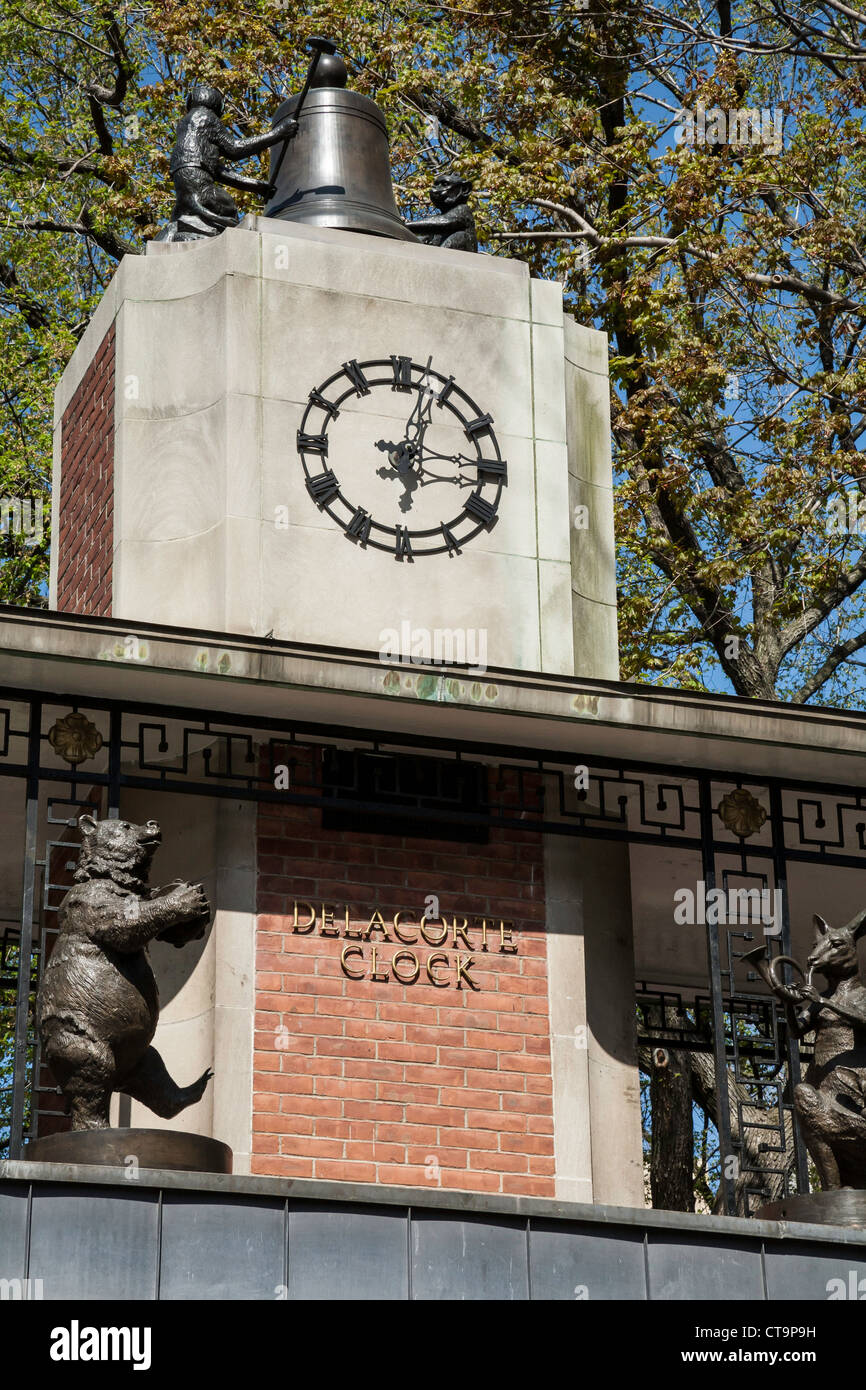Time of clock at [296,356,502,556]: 6:02
